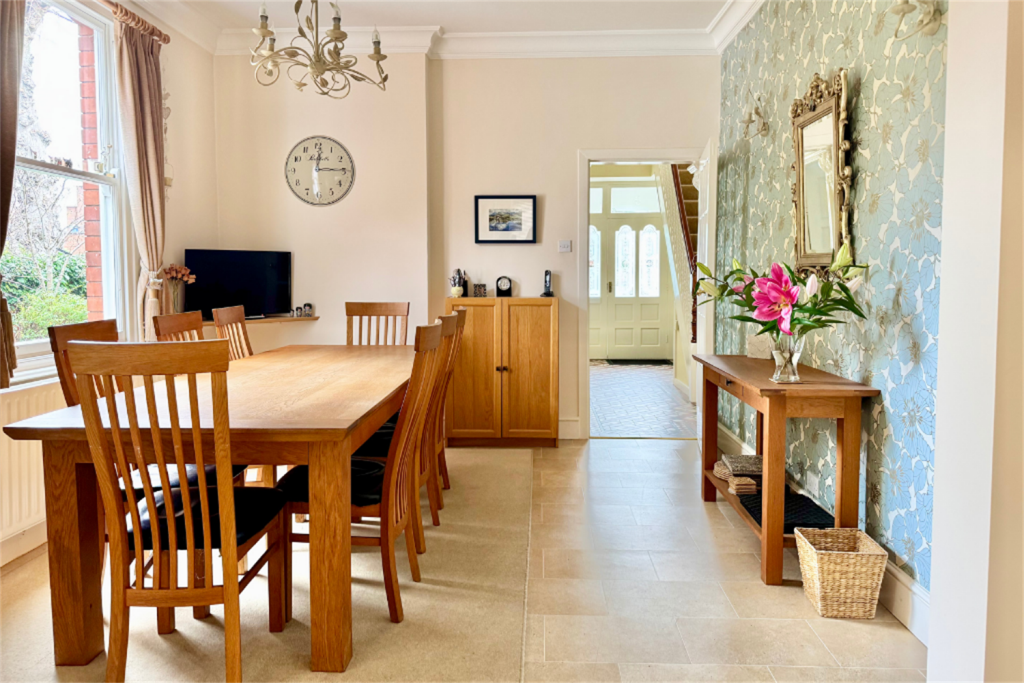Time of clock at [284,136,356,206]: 12:14
